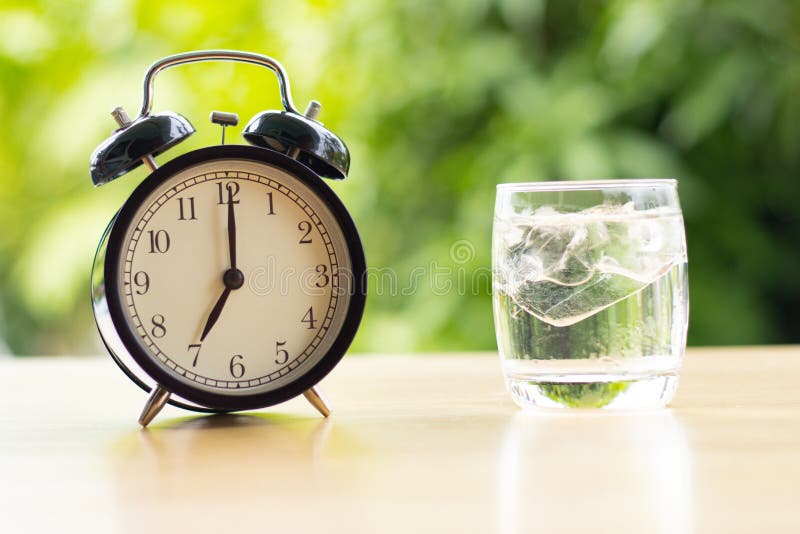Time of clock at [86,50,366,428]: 7:00
